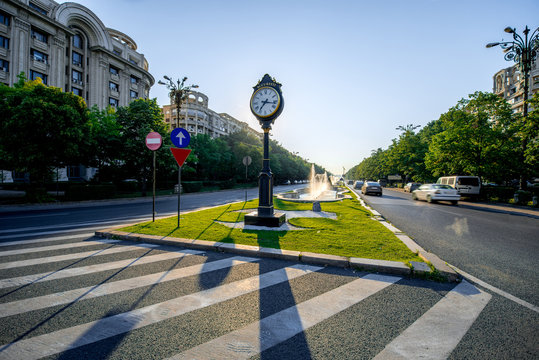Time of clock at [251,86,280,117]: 7:16
